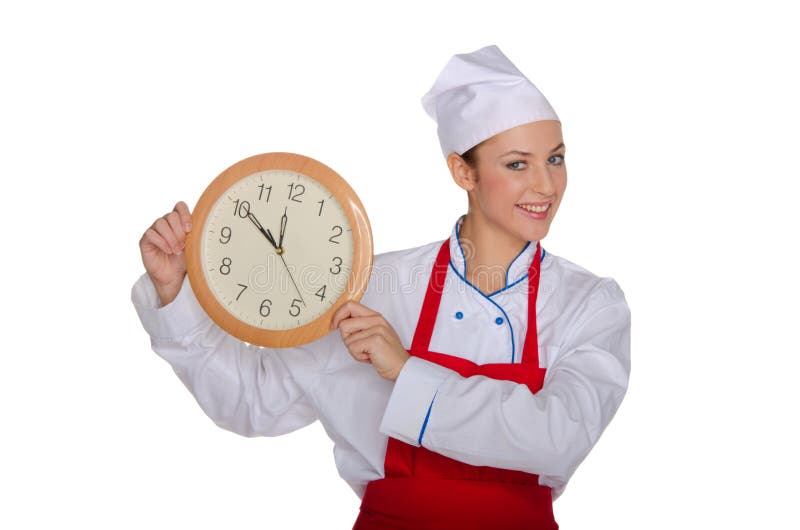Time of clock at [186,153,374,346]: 11:50
